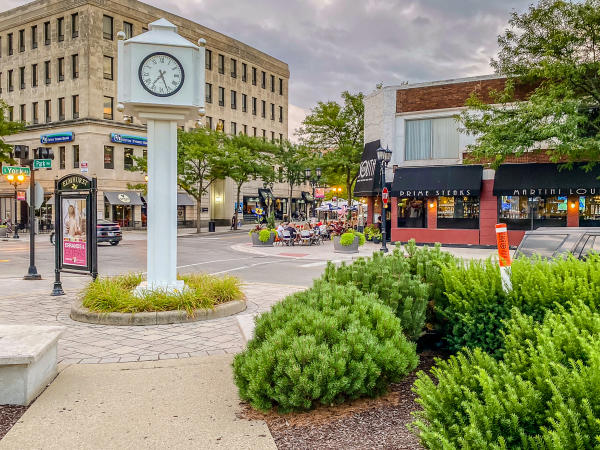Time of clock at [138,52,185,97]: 7:26
